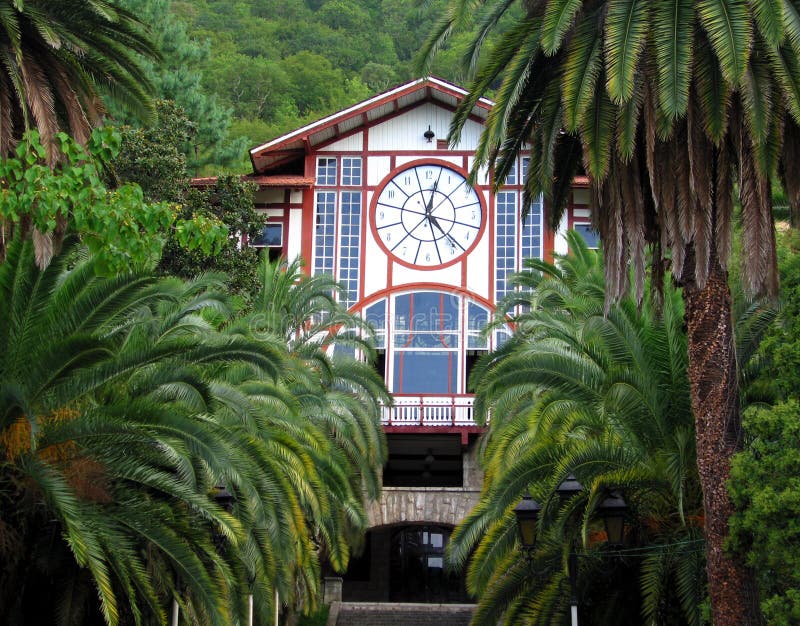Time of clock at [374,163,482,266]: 12:23
